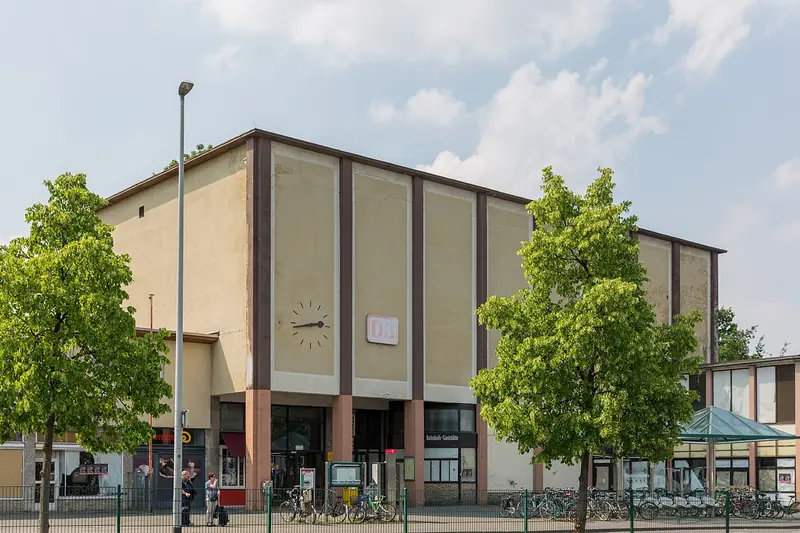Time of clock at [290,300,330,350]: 2:43
